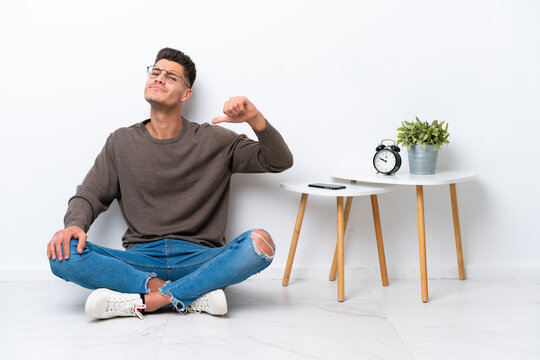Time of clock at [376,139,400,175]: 9:48
